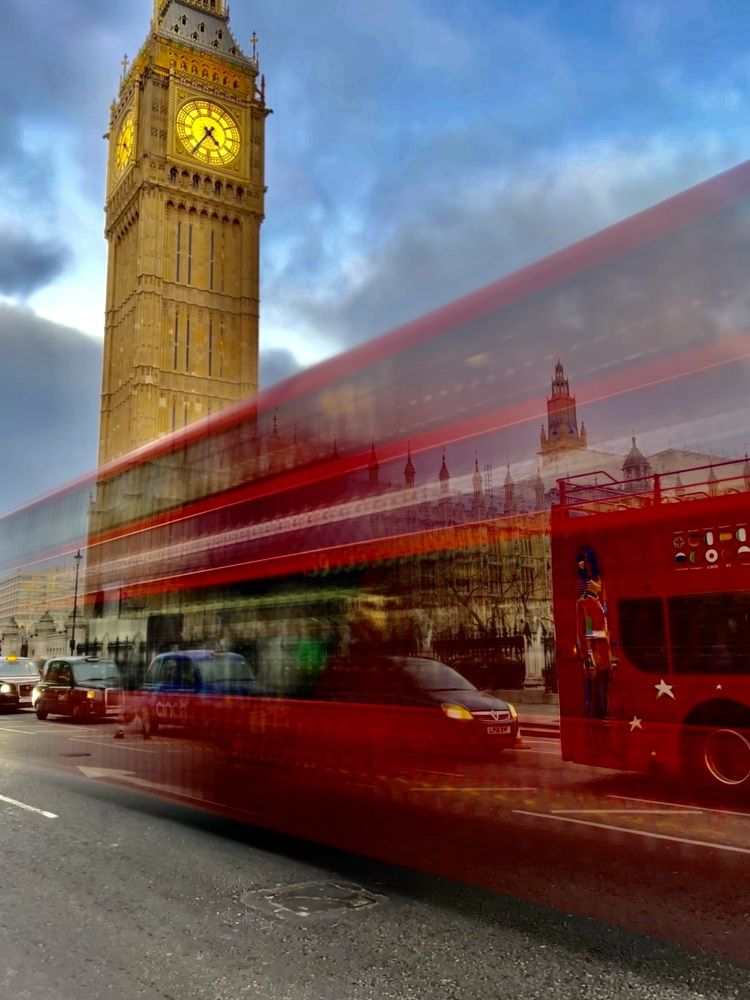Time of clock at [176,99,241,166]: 4:36
